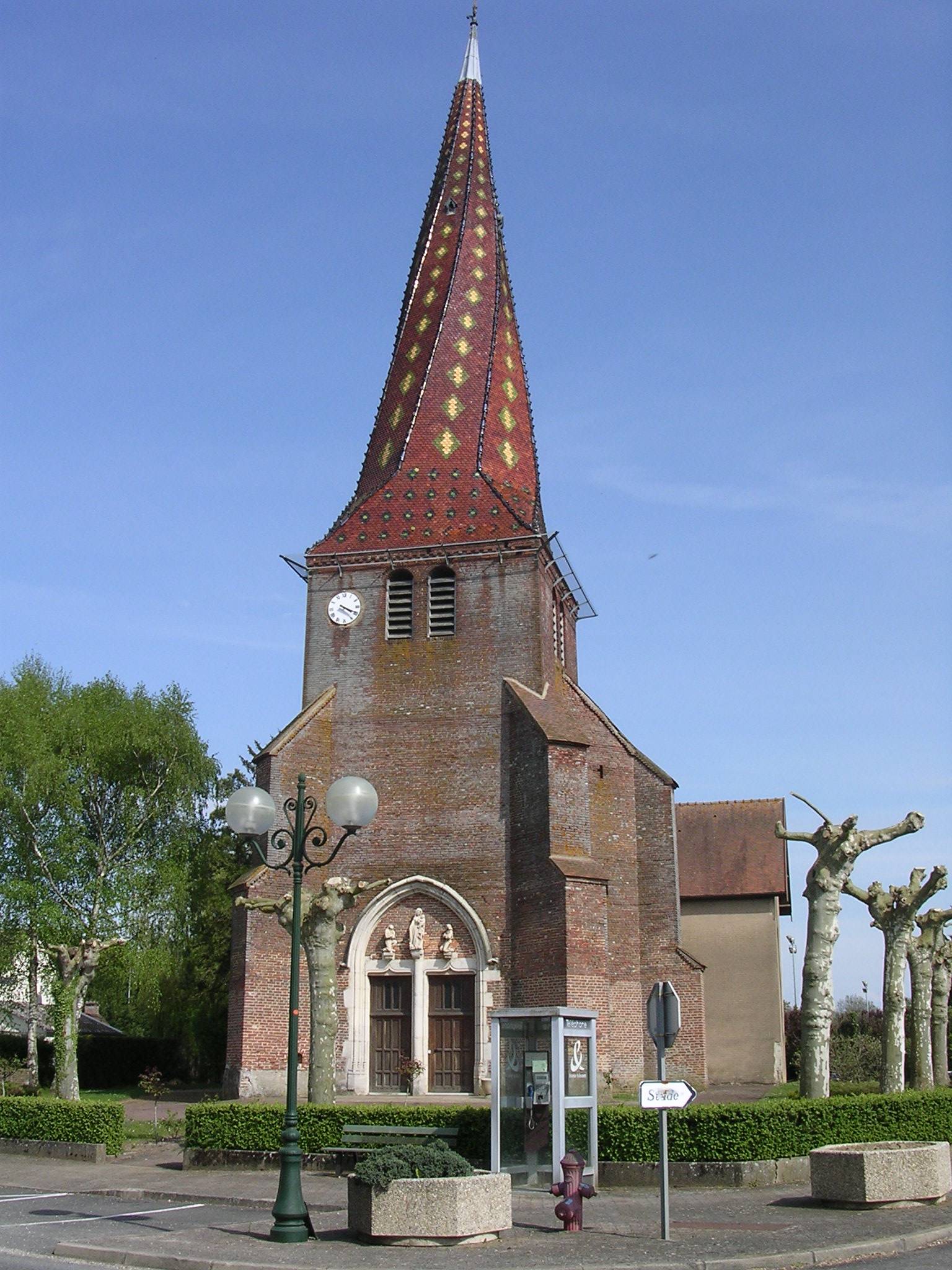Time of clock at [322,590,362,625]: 4:19
